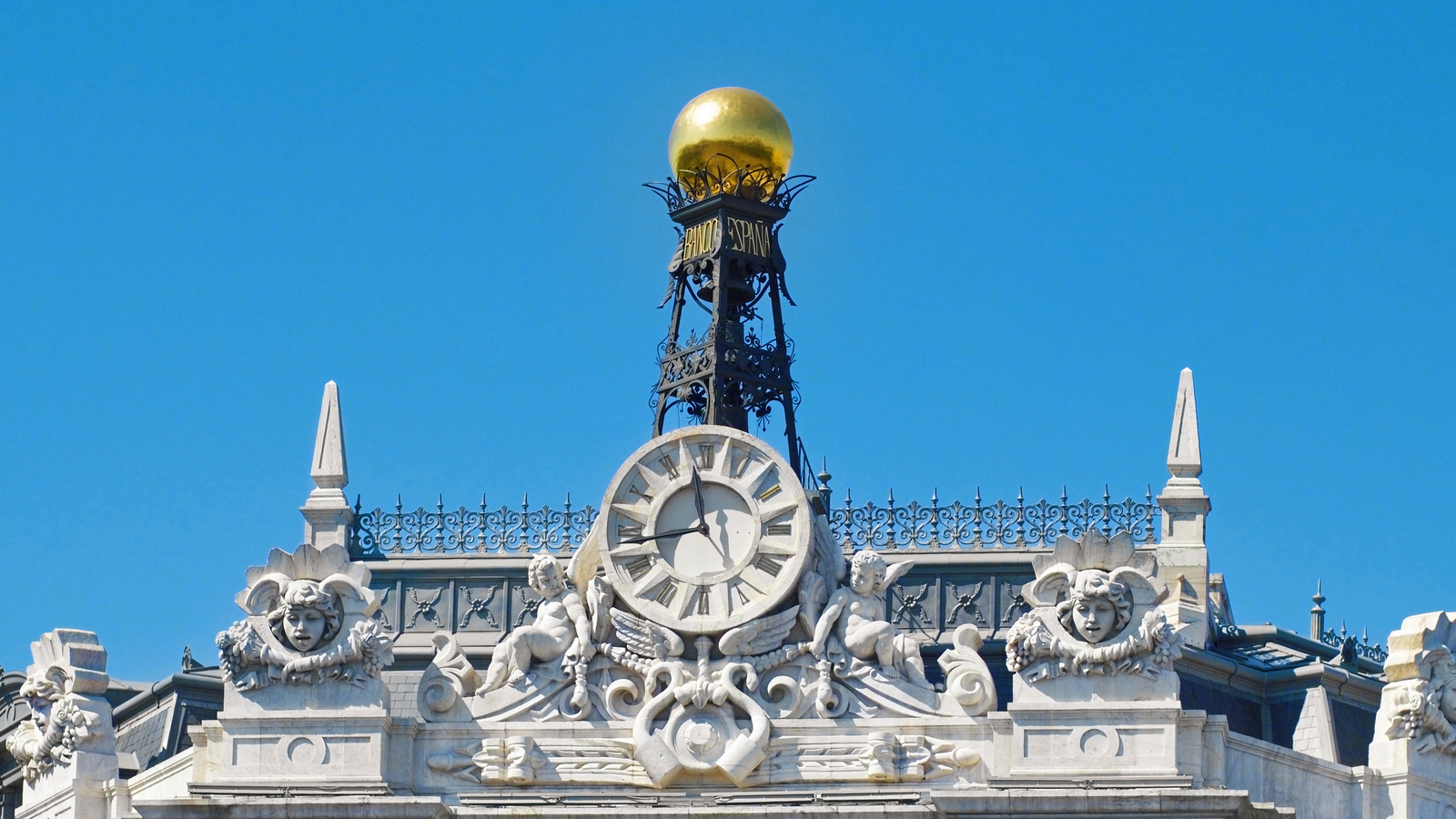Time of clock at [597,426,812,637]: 11:42
